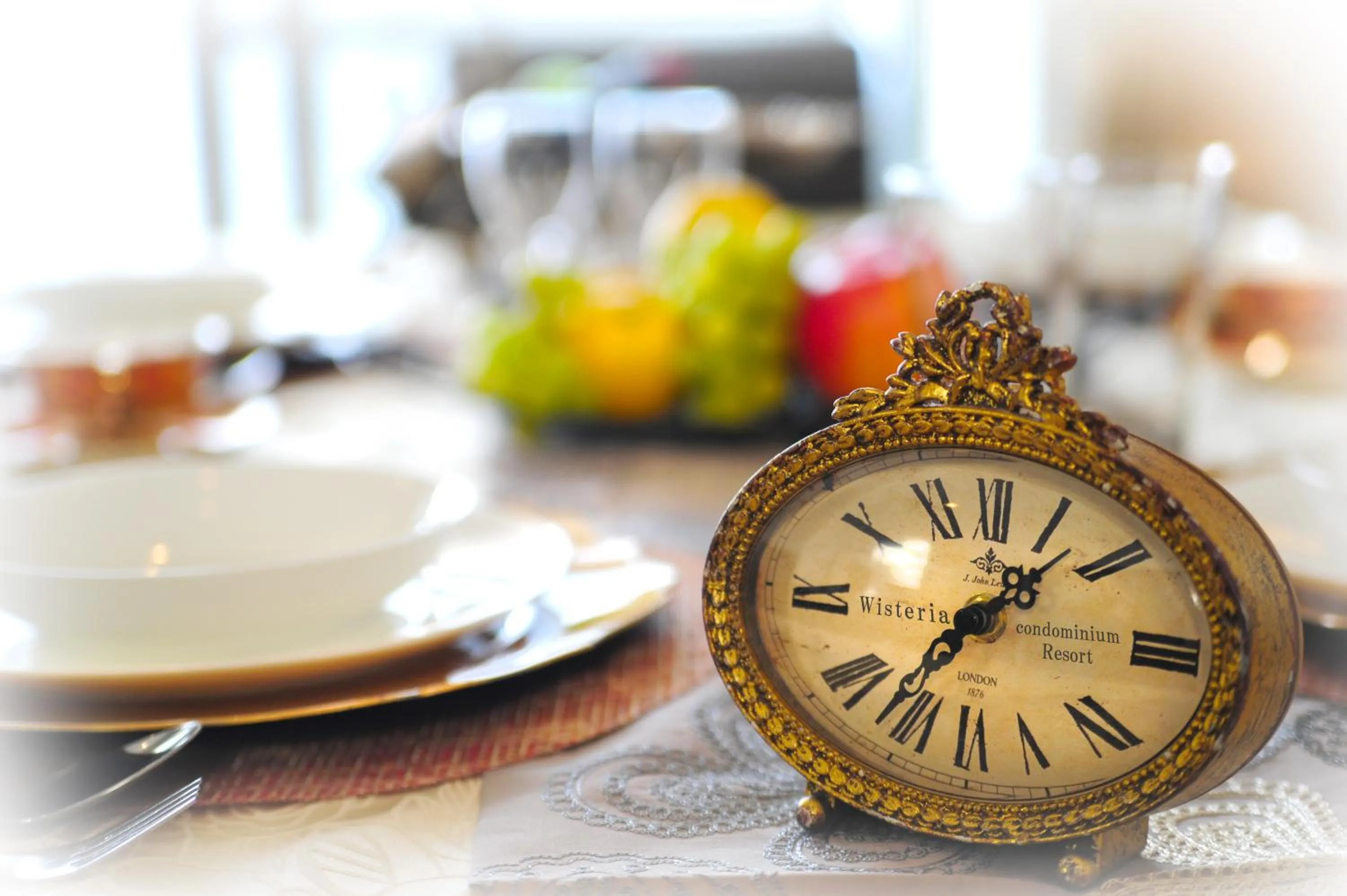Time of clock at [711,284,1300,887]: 1:36
